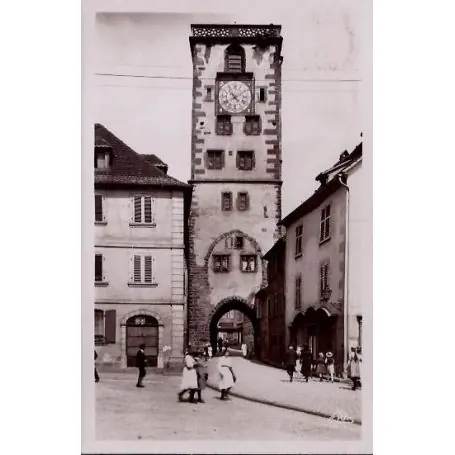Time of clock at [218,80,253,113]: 10:40
